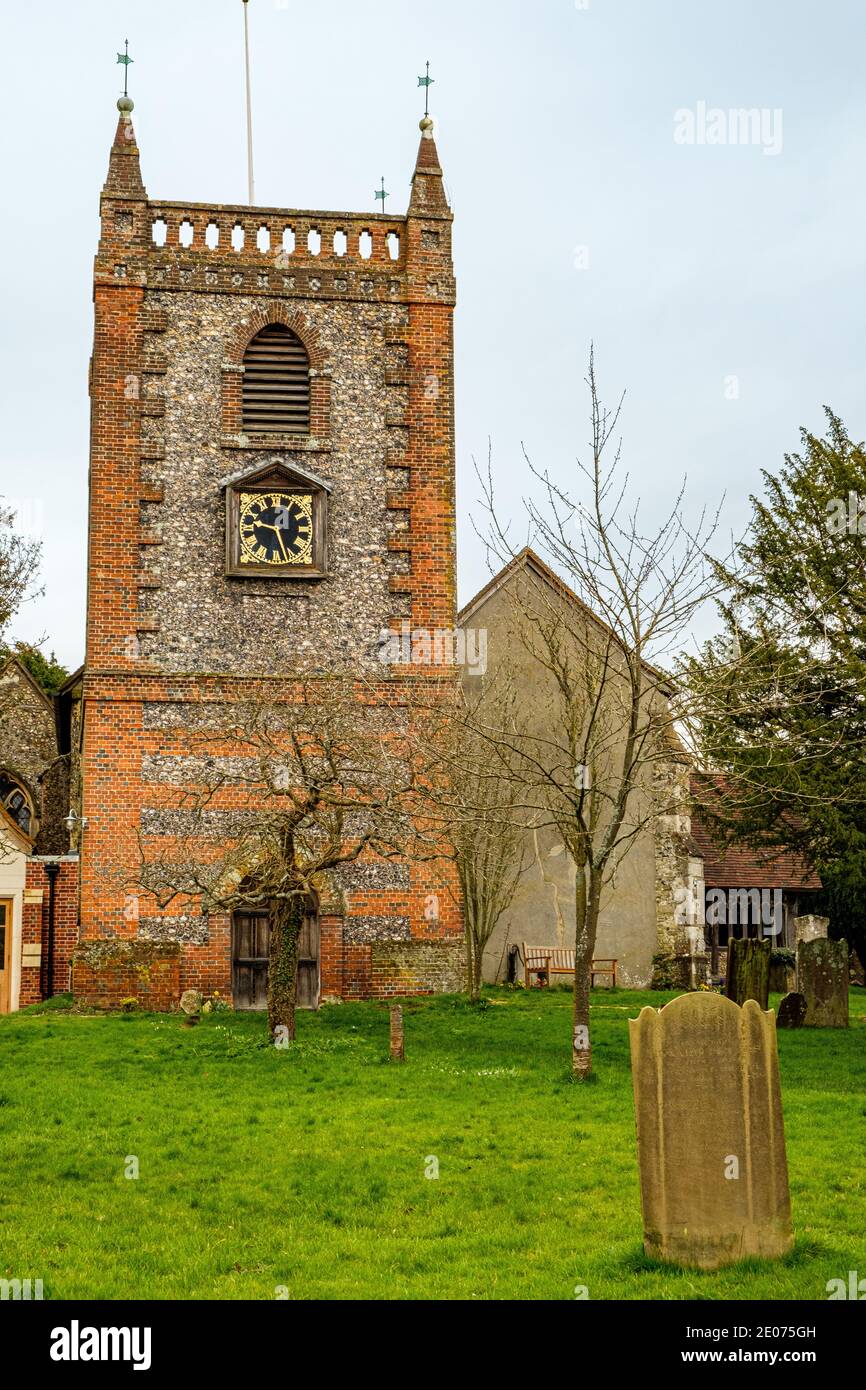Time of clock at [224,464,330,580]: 9:27
